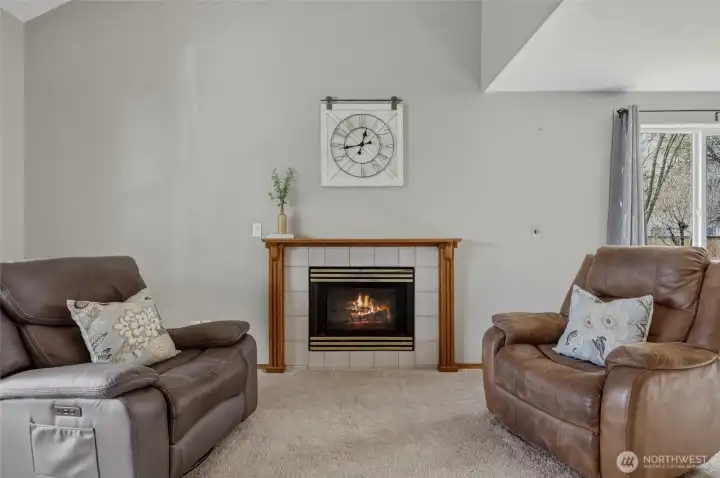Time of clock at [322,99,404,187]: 12:43
